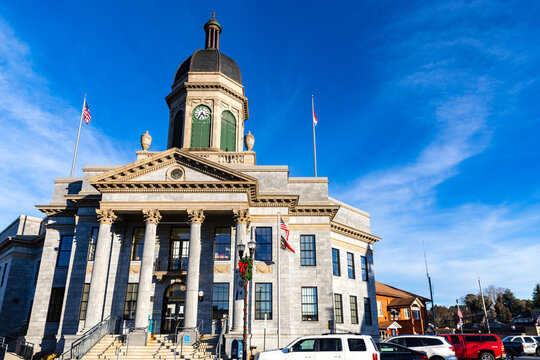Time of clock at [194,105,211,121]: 4:35
